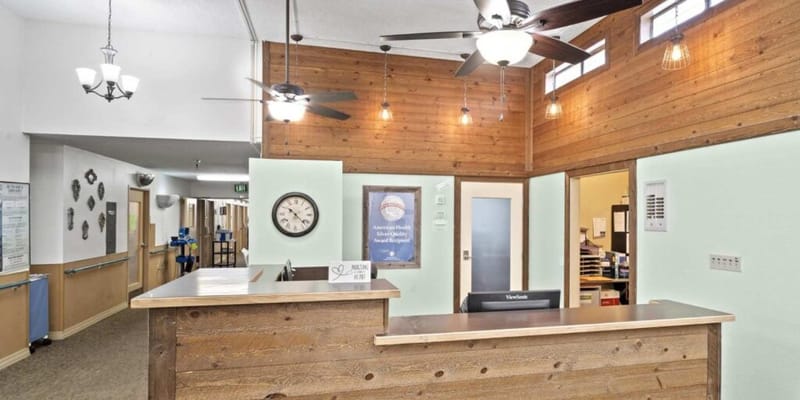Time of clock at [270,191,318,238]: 10:22
